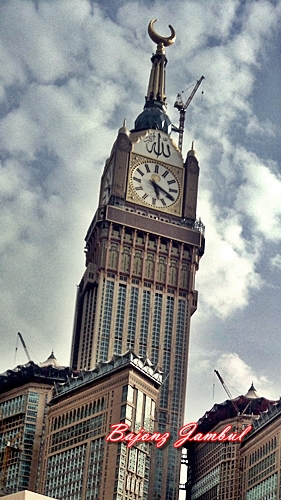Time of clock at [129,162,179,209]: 5:18
